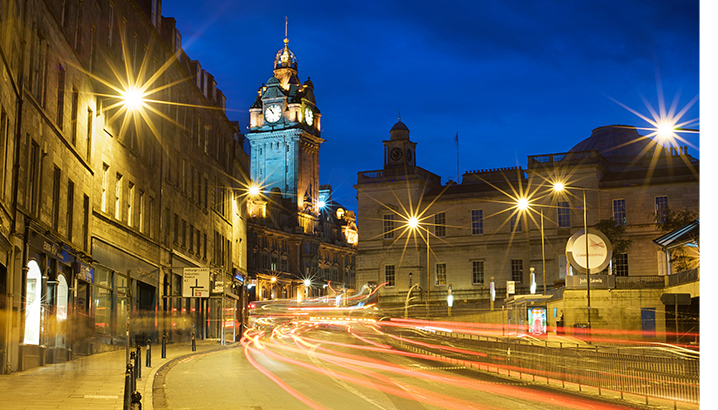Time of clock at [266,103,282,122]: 10:52
